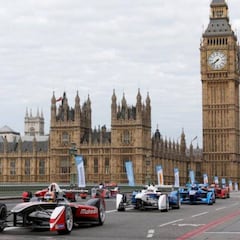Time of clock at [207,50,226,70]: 7:38
